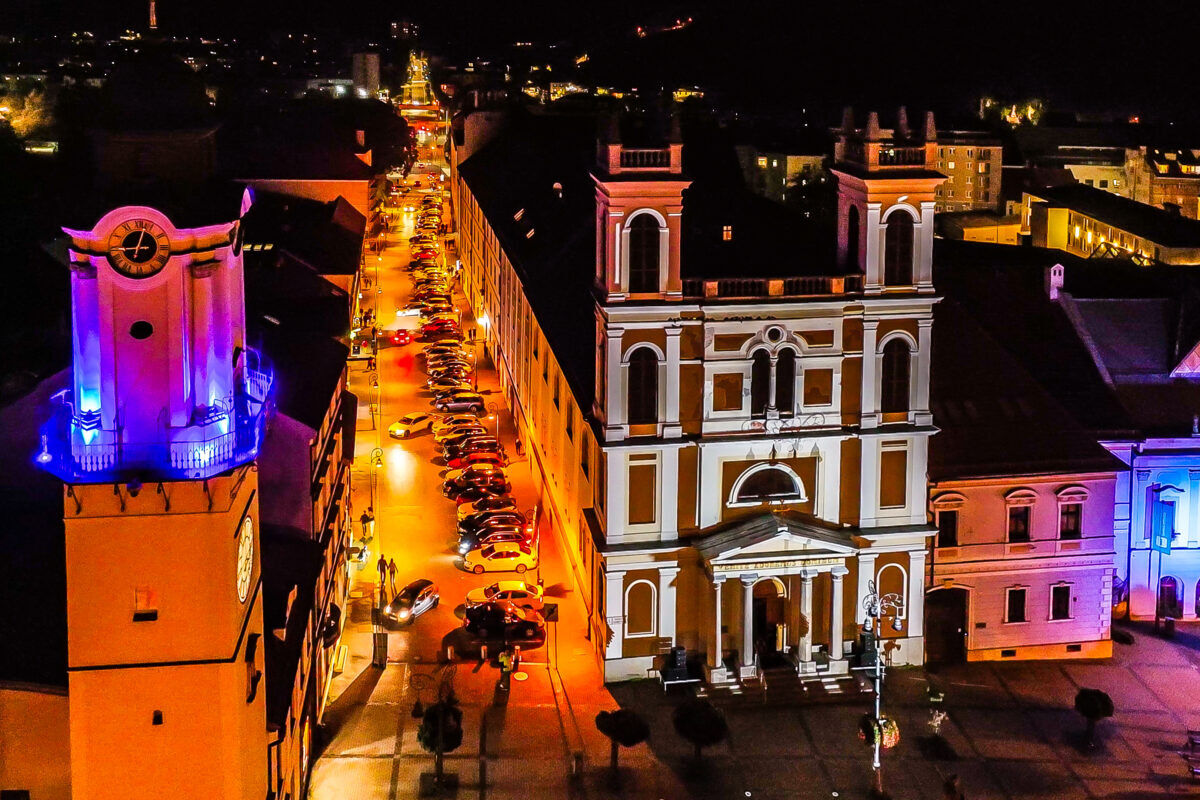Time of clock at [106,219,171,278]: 9:02
